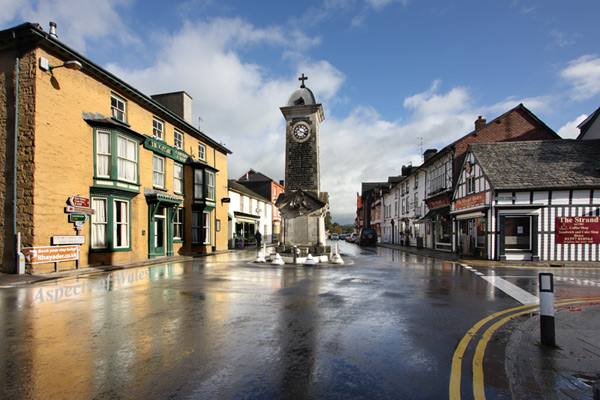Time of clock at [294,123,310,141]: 10:17
